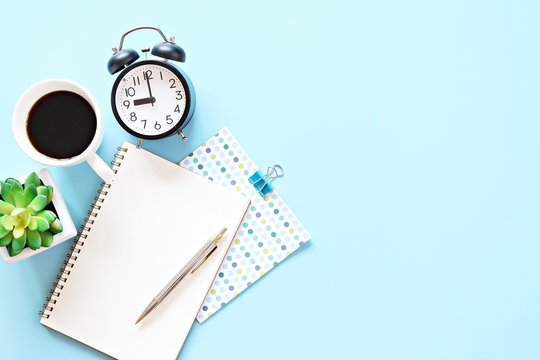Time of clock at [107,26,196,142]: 8:59
